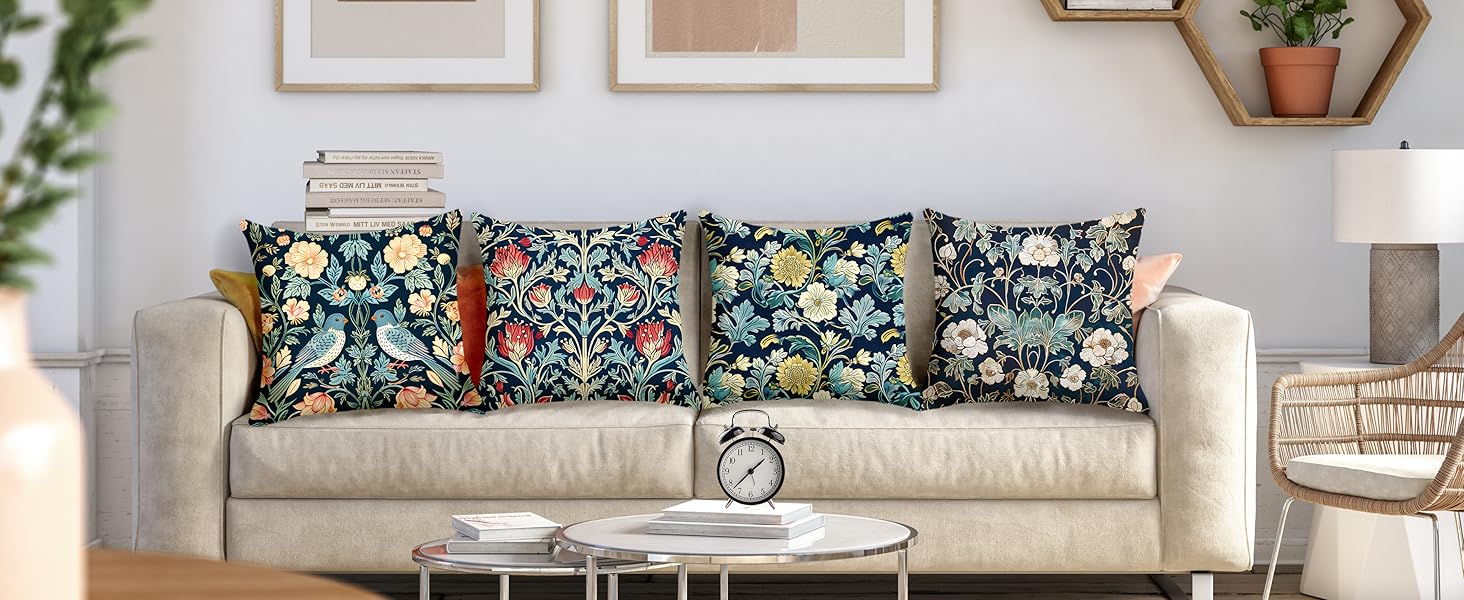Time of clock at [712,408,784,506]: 1:37
